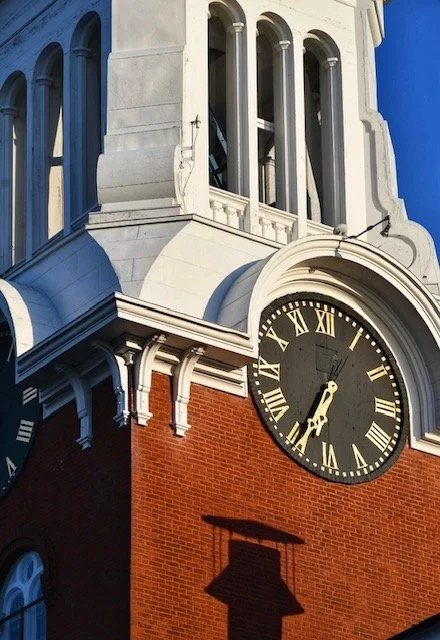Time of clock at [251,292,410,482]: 6:34
